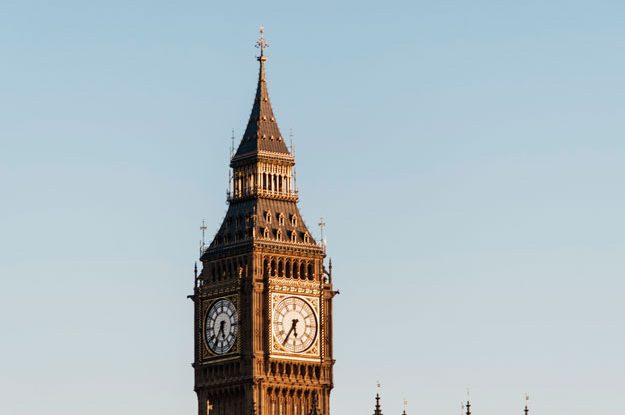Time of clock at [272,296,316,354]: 5:35
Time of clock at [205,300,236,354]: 5:36
